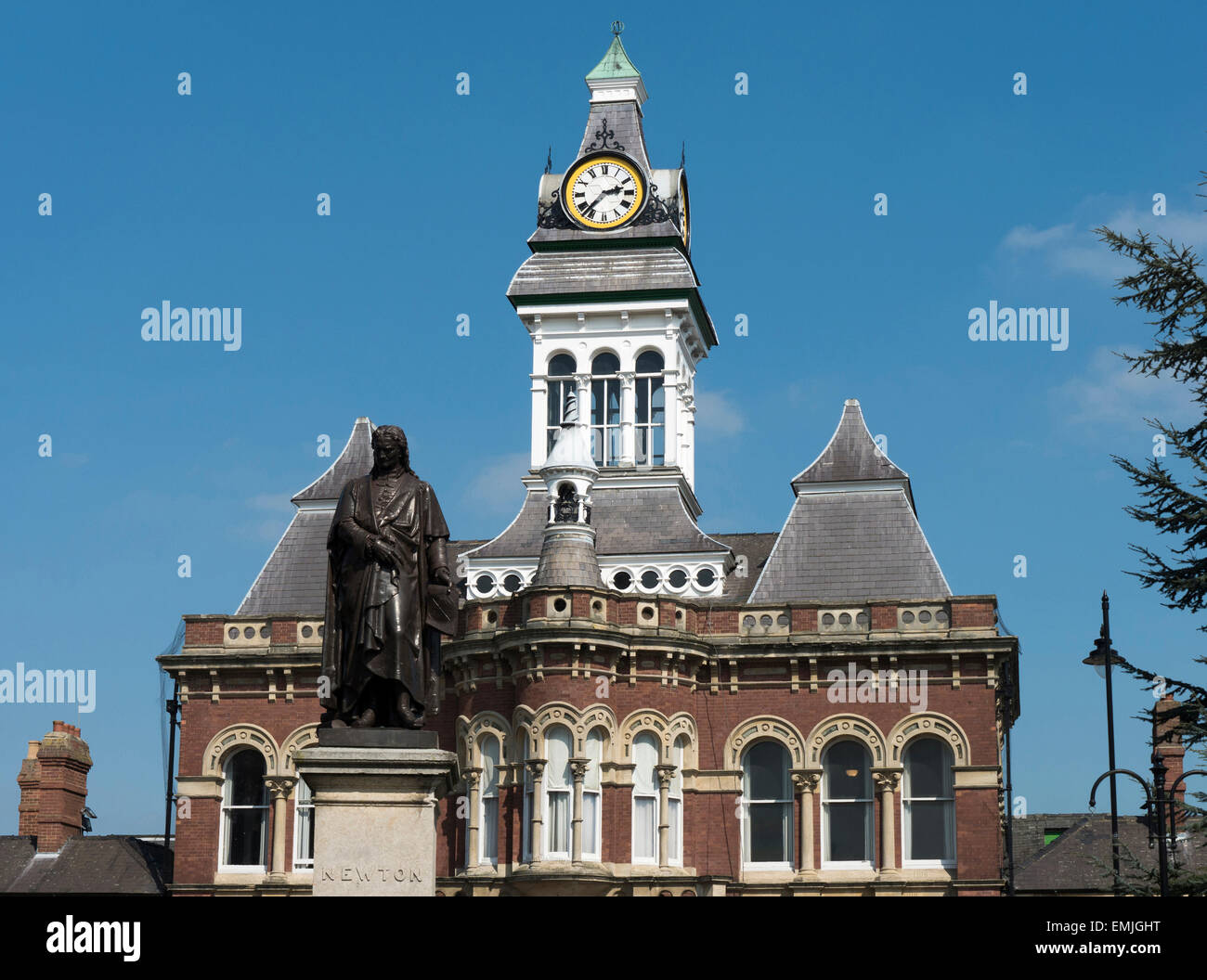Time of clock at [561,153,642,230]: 2:37
